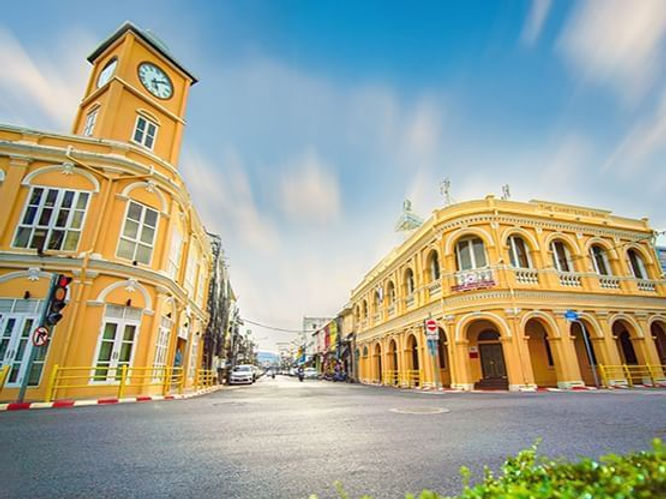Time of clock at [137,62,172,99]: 6:13
